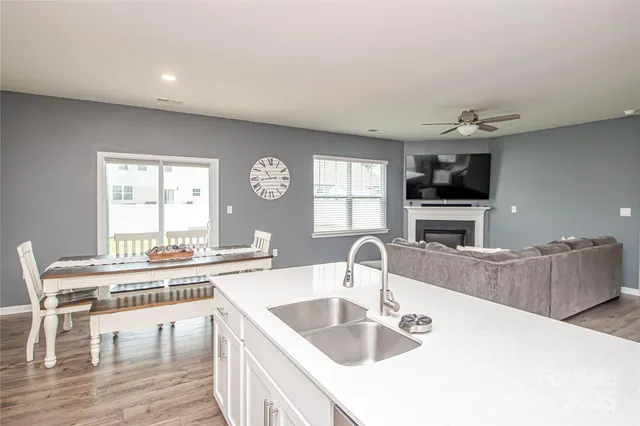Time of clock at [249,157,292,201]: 10:43
